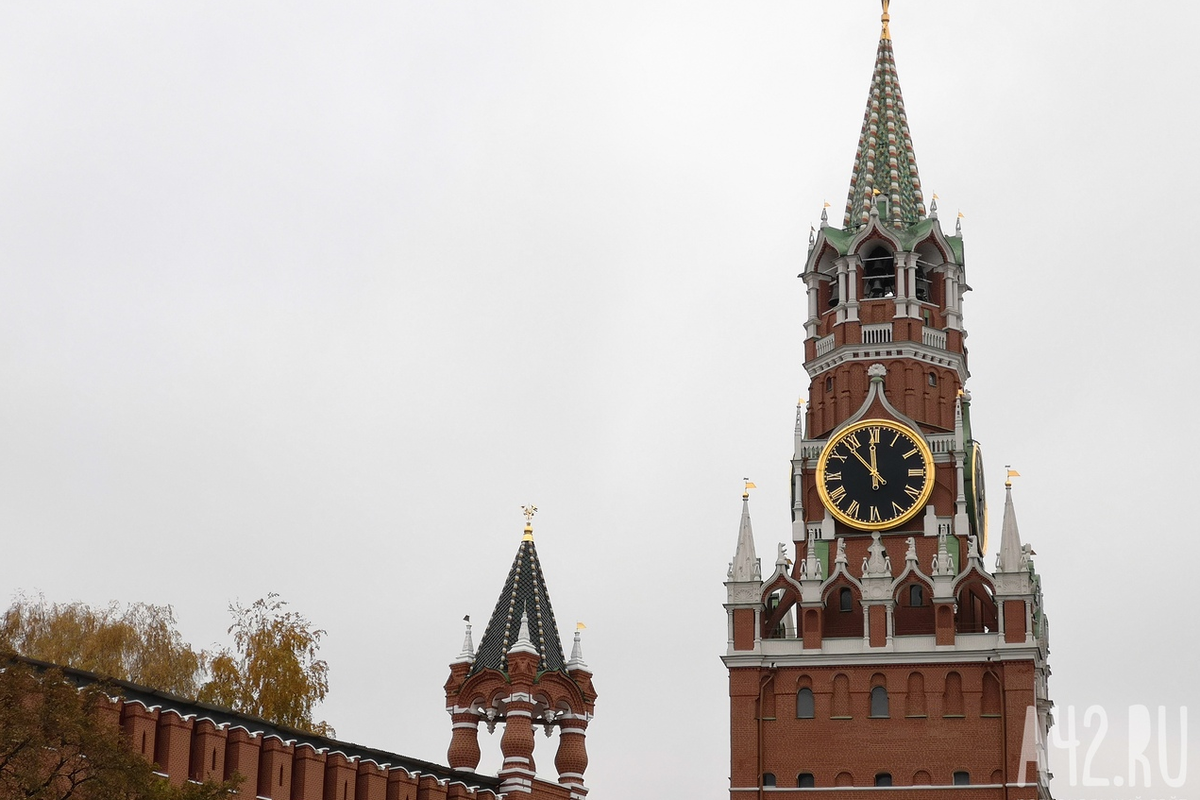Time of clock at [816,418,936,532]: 11:53
